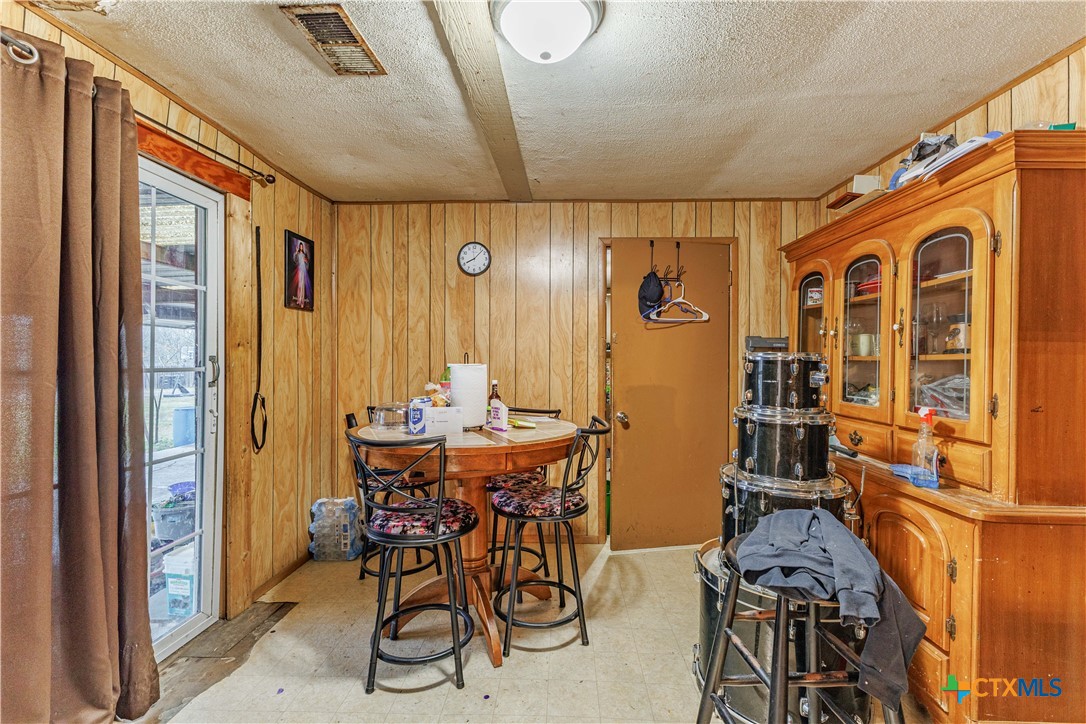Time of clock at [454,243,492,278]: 8:07
